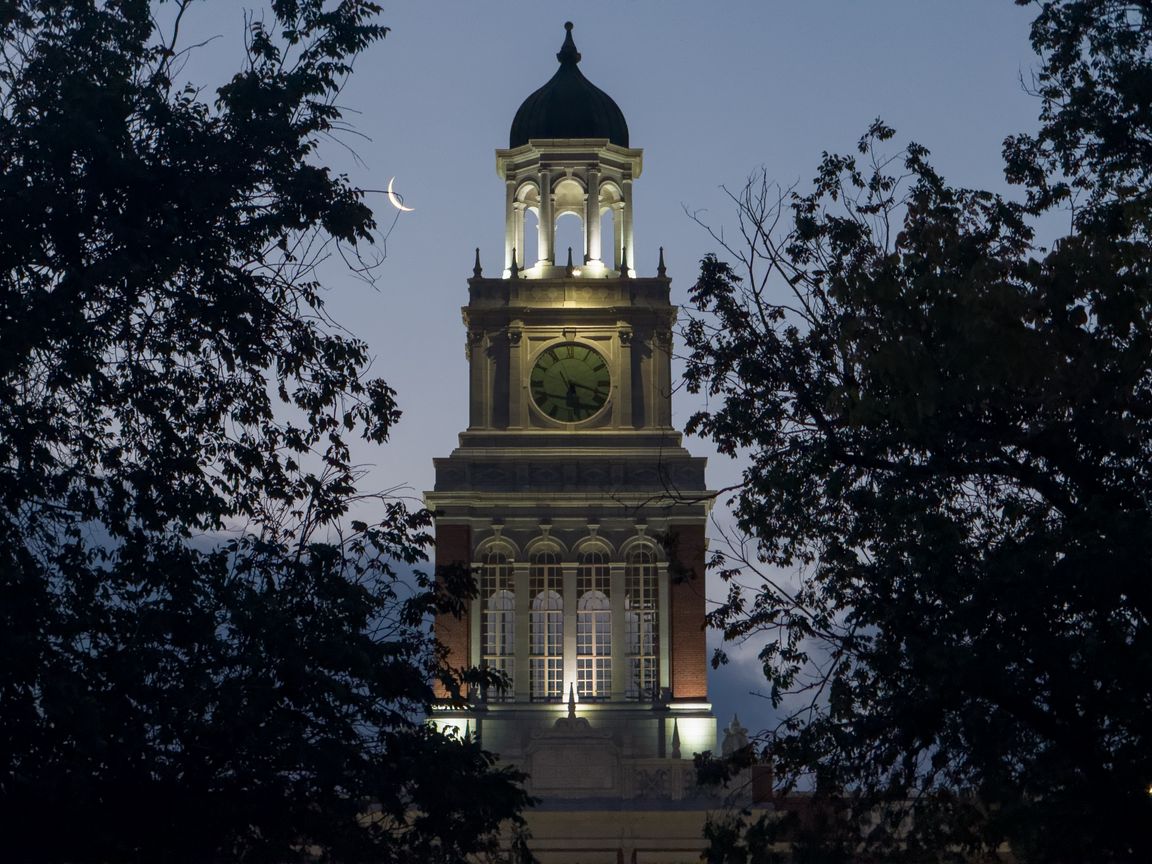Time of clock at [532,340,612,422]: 5:18
